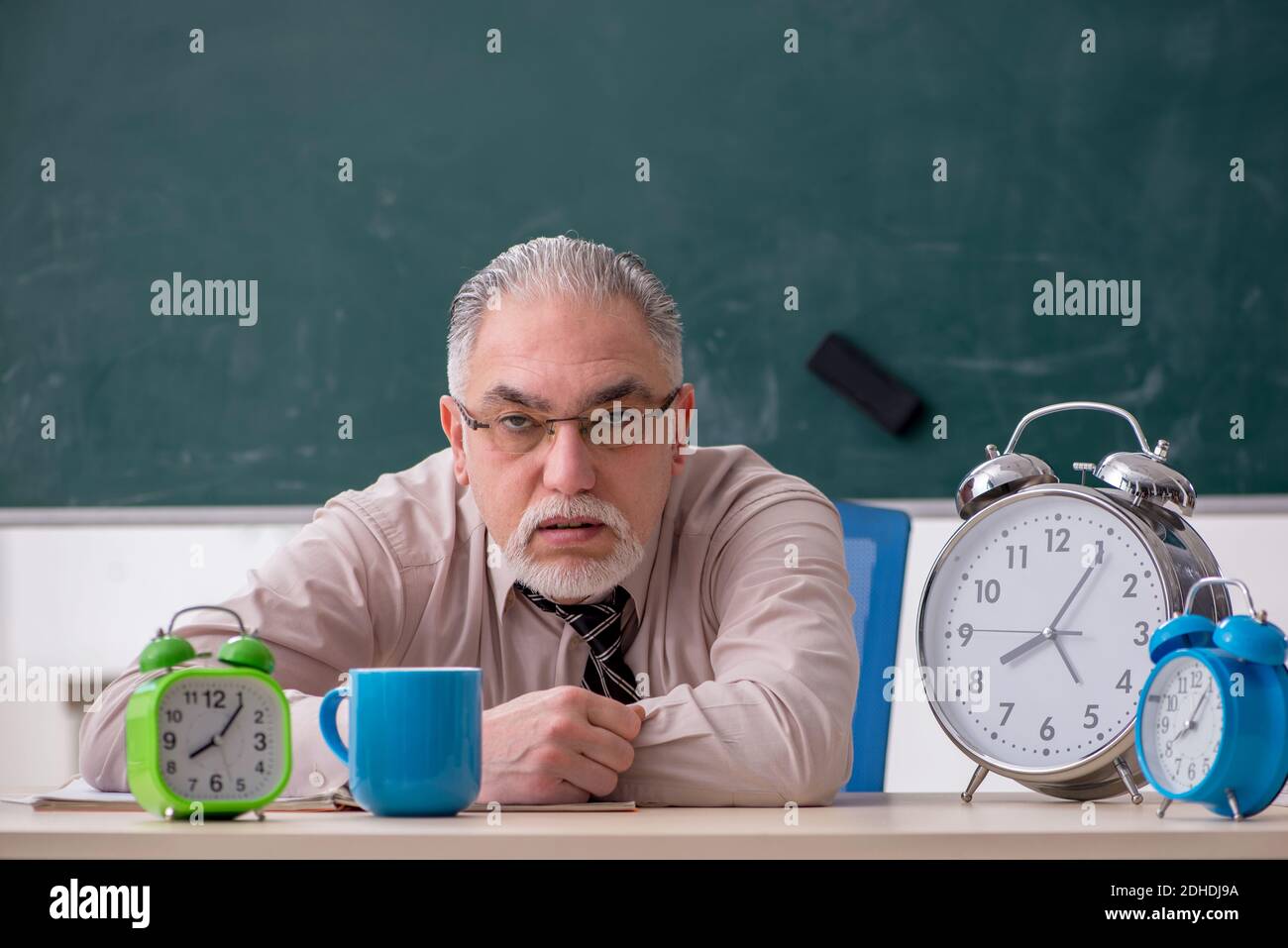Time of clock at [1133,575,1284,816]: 8:06
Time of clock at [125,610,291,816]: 8:06
